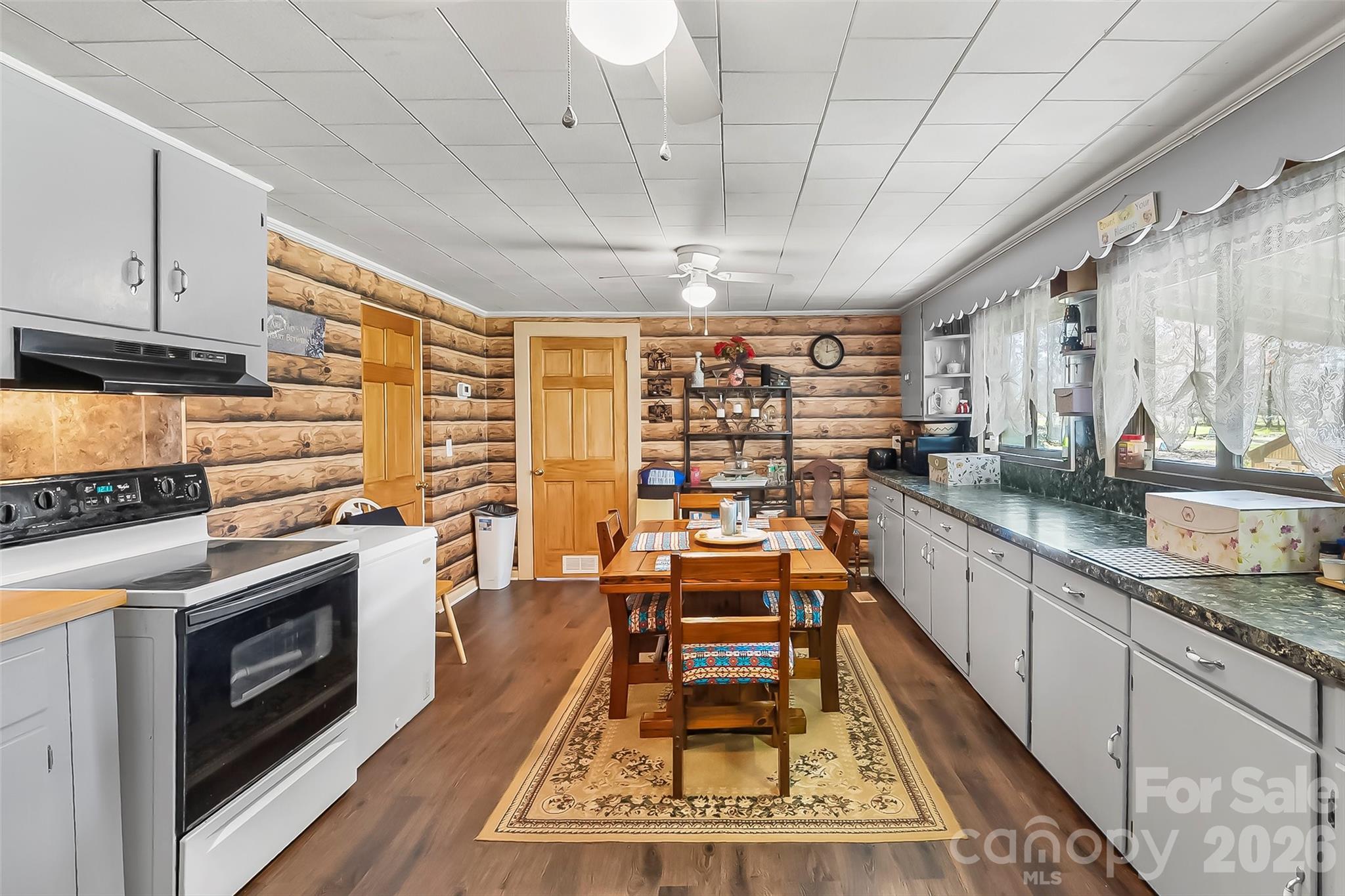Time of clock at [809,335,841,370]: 12:12
